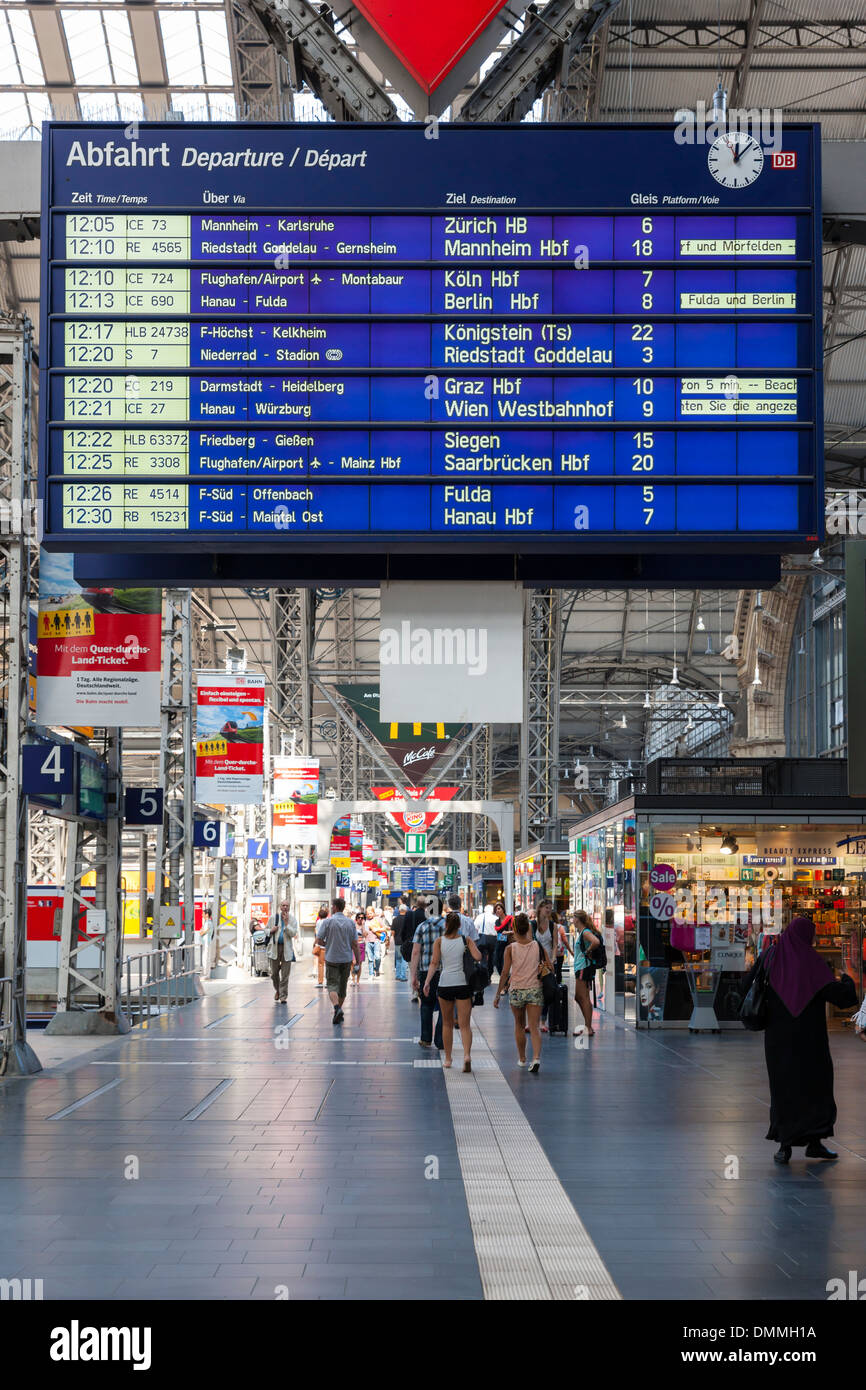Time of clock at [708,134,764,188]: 12:07
